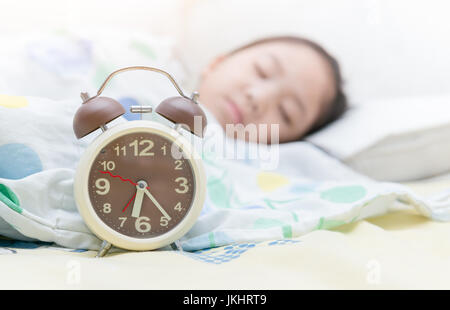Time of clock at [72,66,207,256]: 6:23
